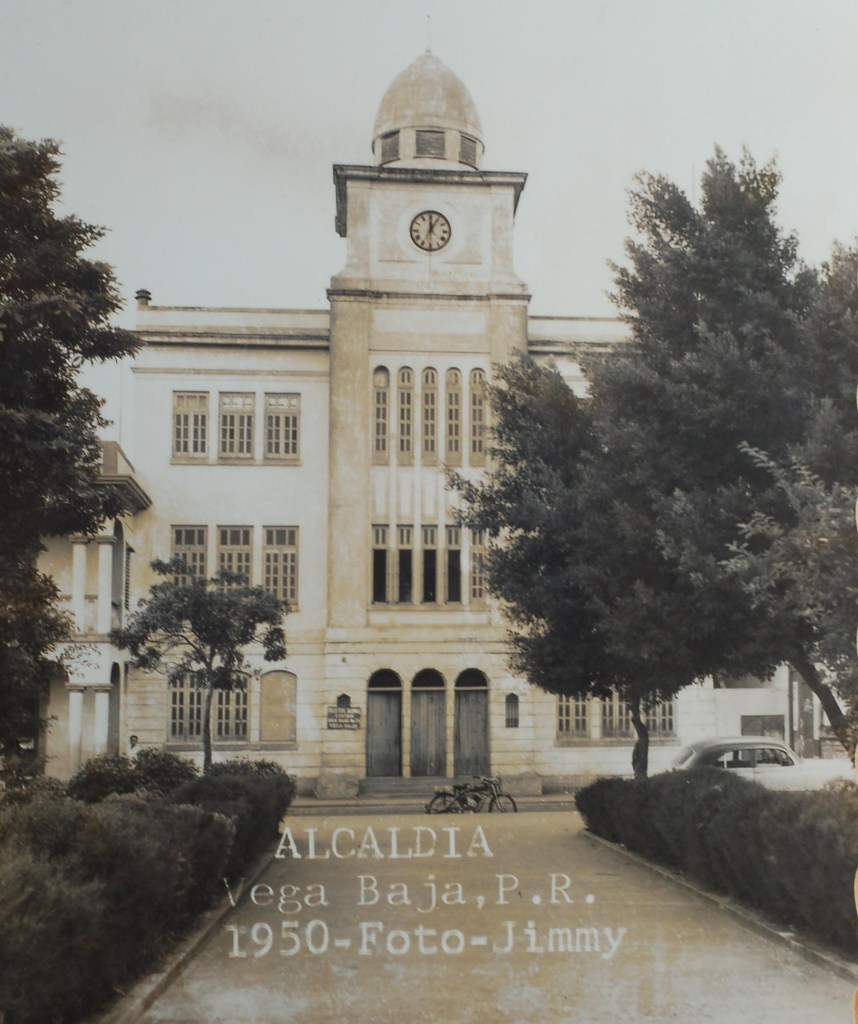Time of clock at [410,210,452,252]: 12:05
